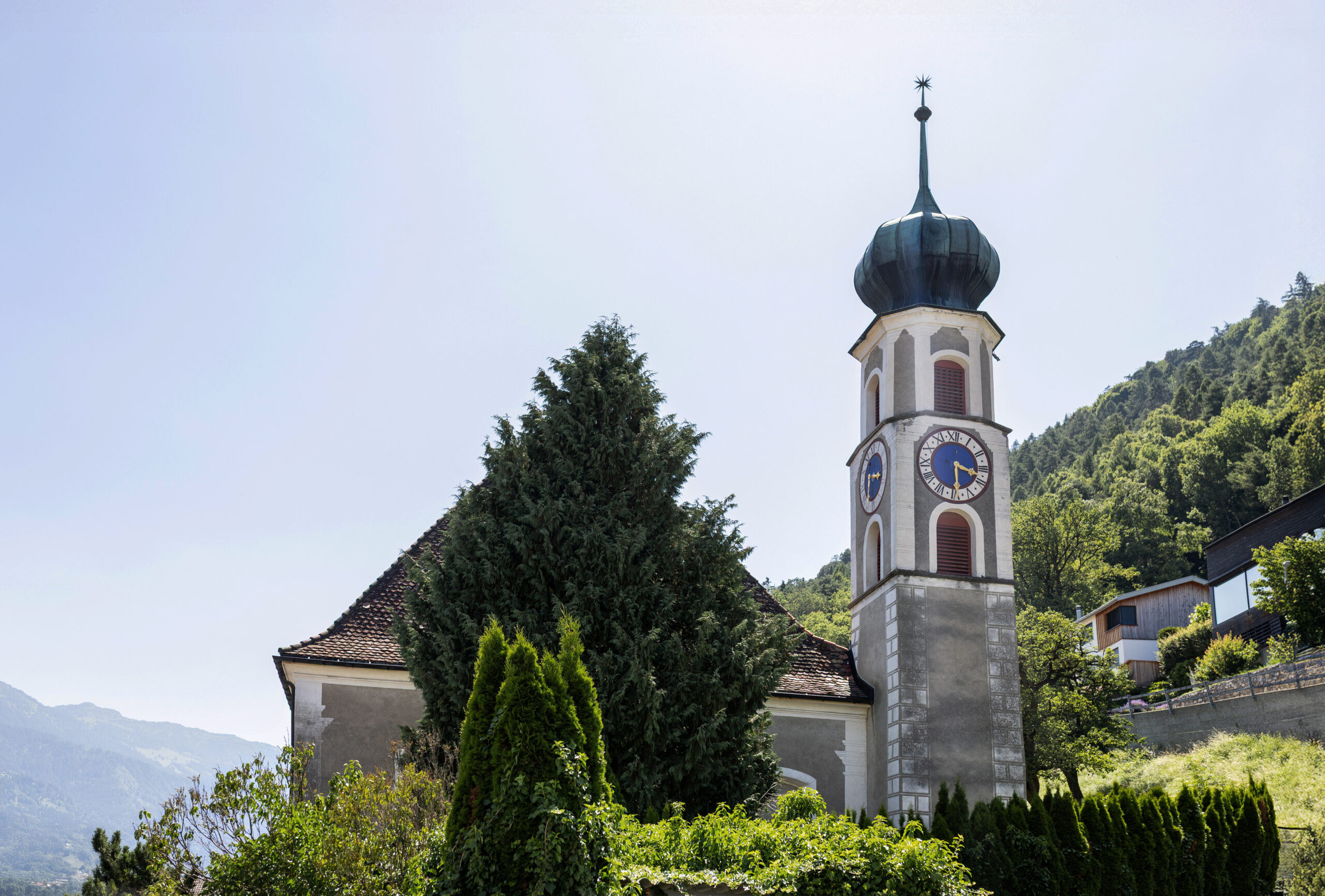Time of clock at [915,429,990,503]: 3:29
